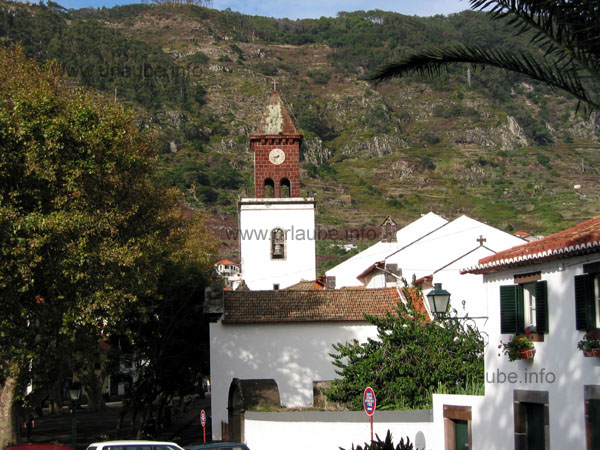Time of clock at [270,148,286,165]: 8:37
